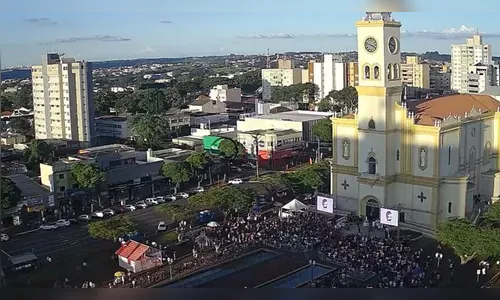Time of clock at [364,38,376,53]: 3:47
